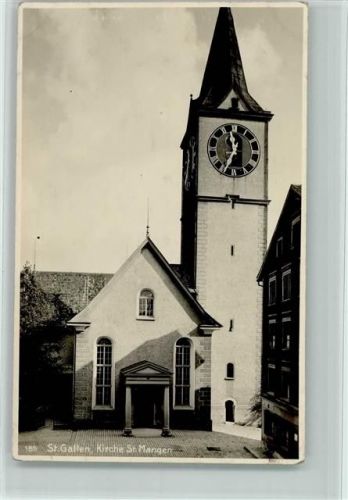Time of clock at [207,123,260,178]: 11:34
